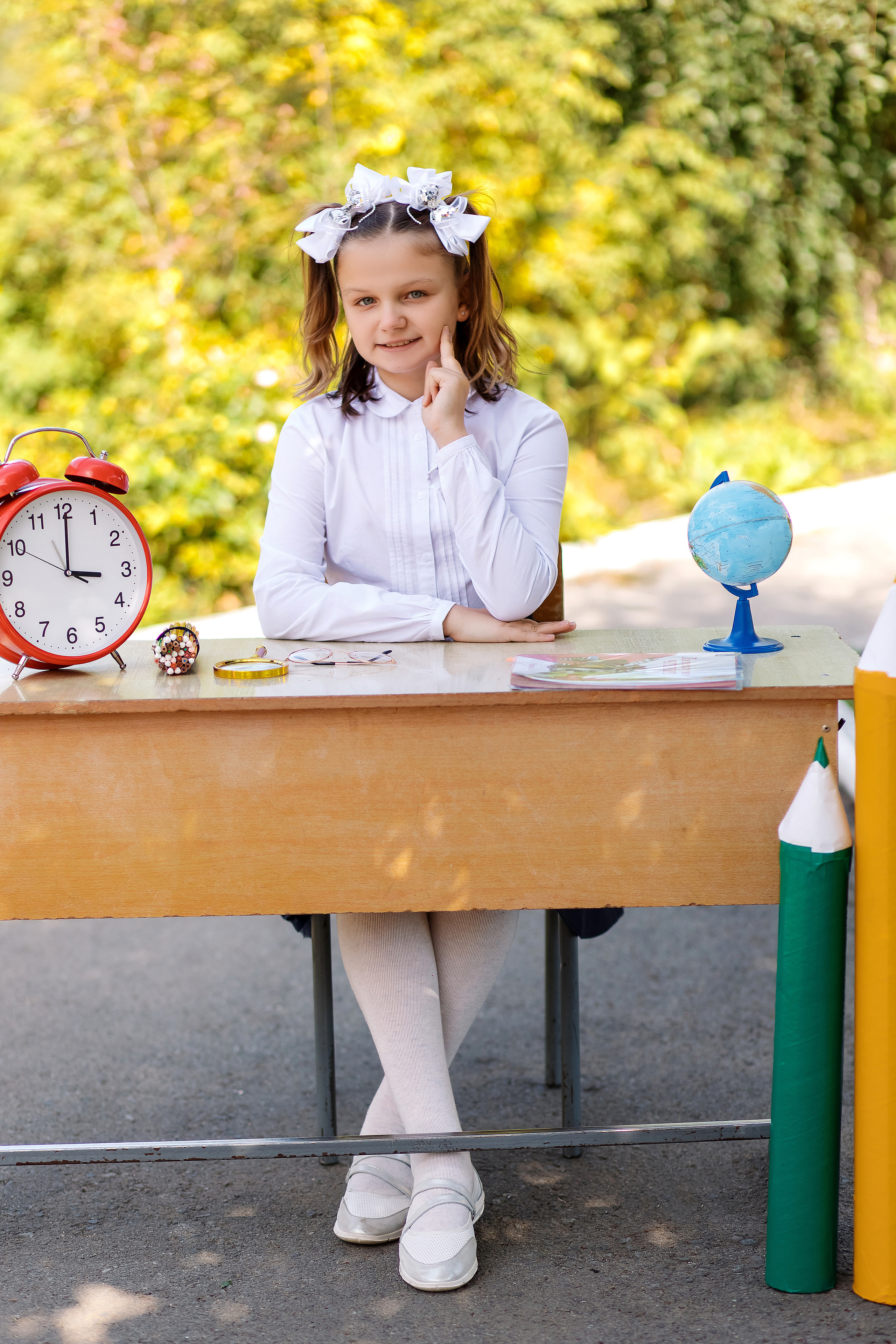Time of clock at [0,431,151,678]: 3:00
